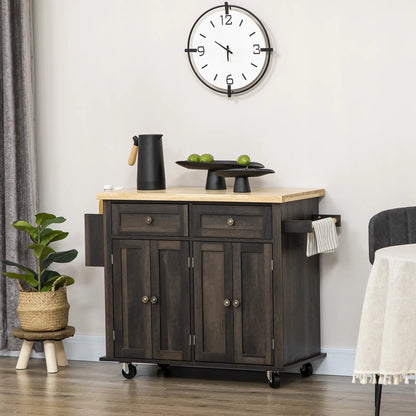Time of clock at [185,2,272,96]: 5:50
